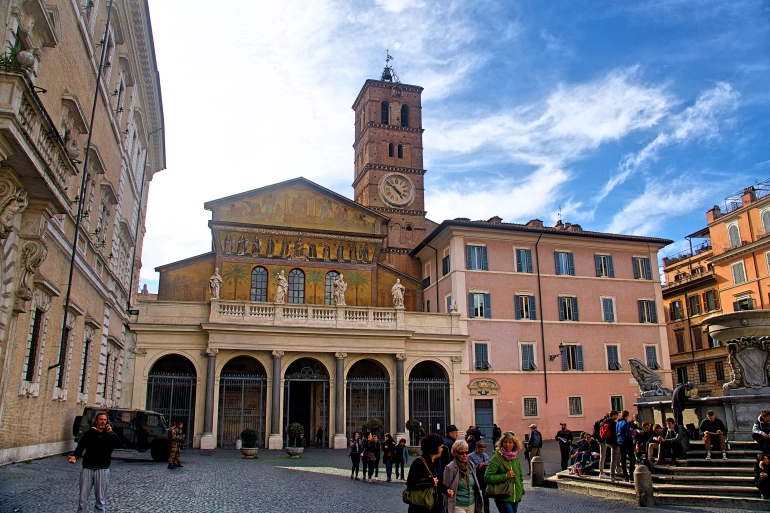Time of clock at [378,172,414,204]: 4:51
